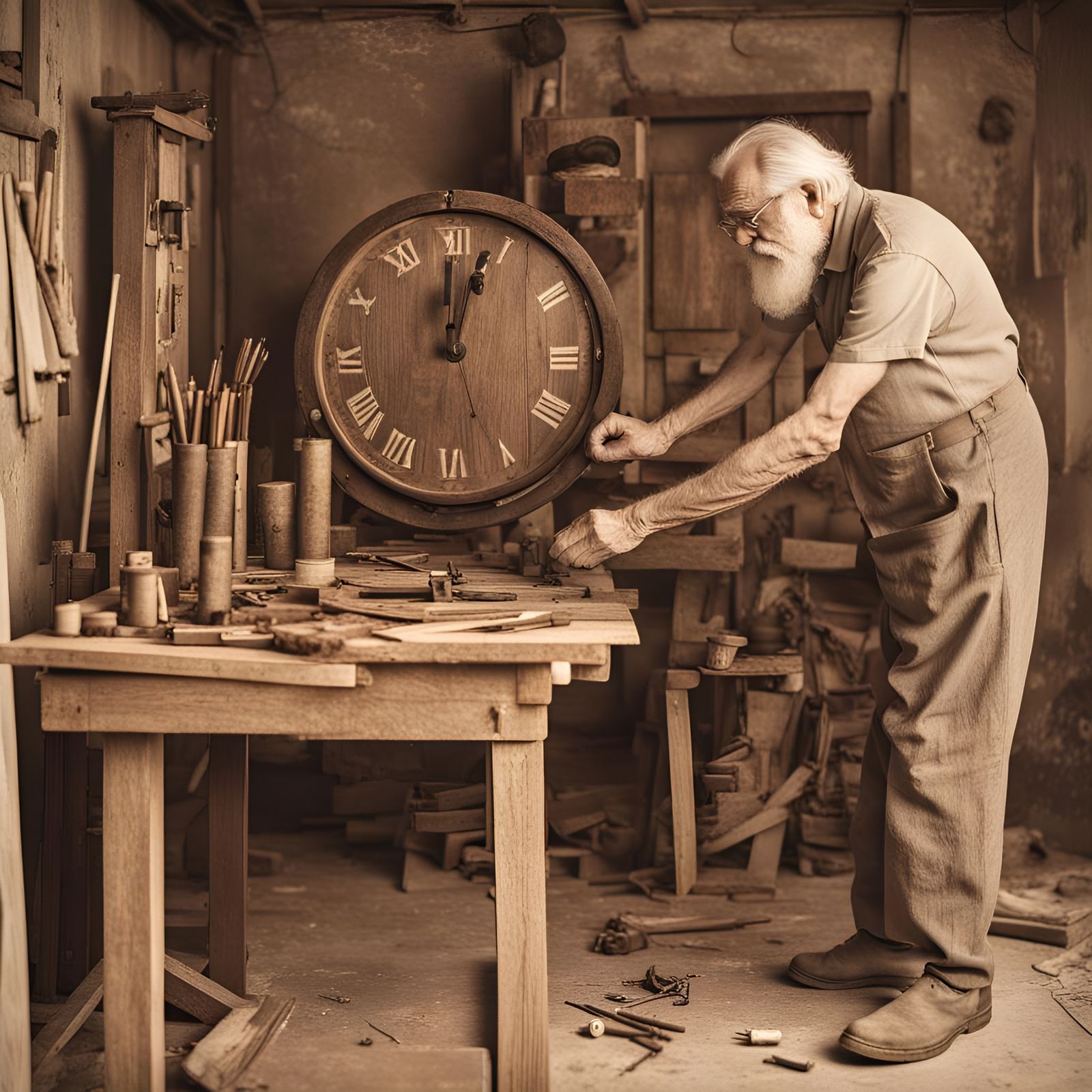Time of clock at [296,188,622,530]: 12:03
